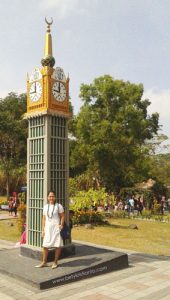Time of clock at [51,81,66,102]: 11:46
